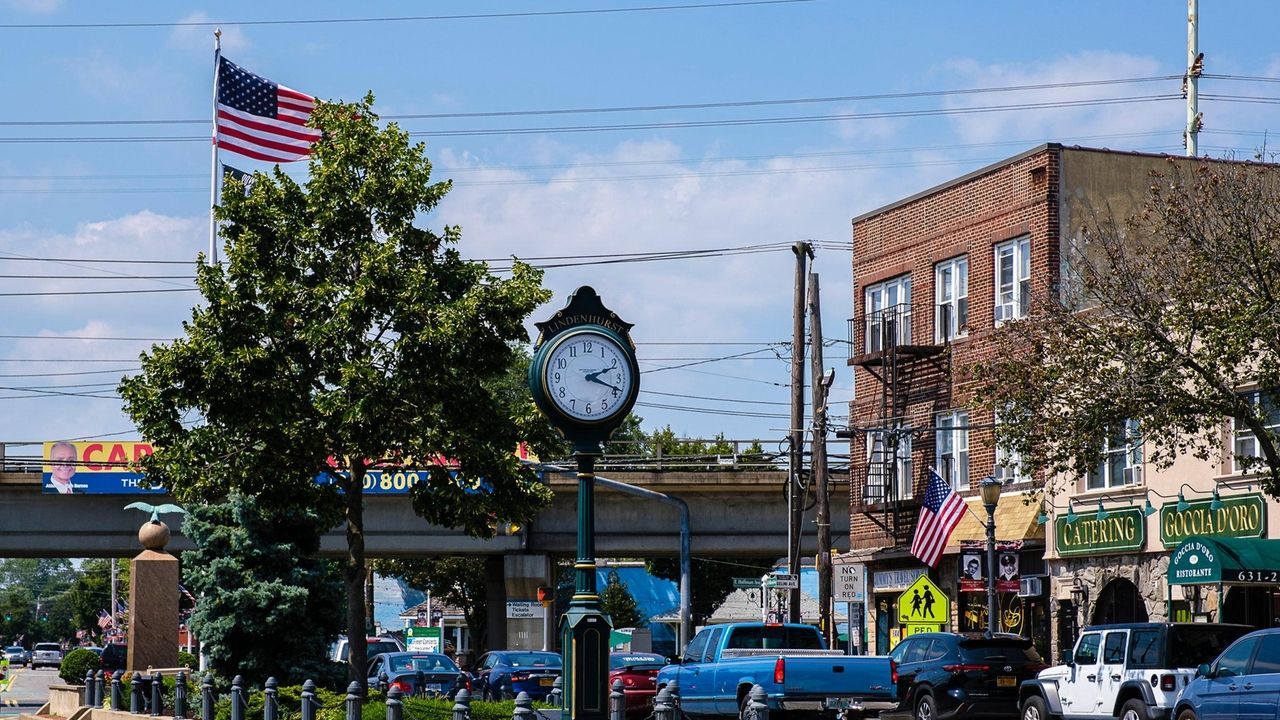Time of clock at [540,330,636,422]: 2:18
